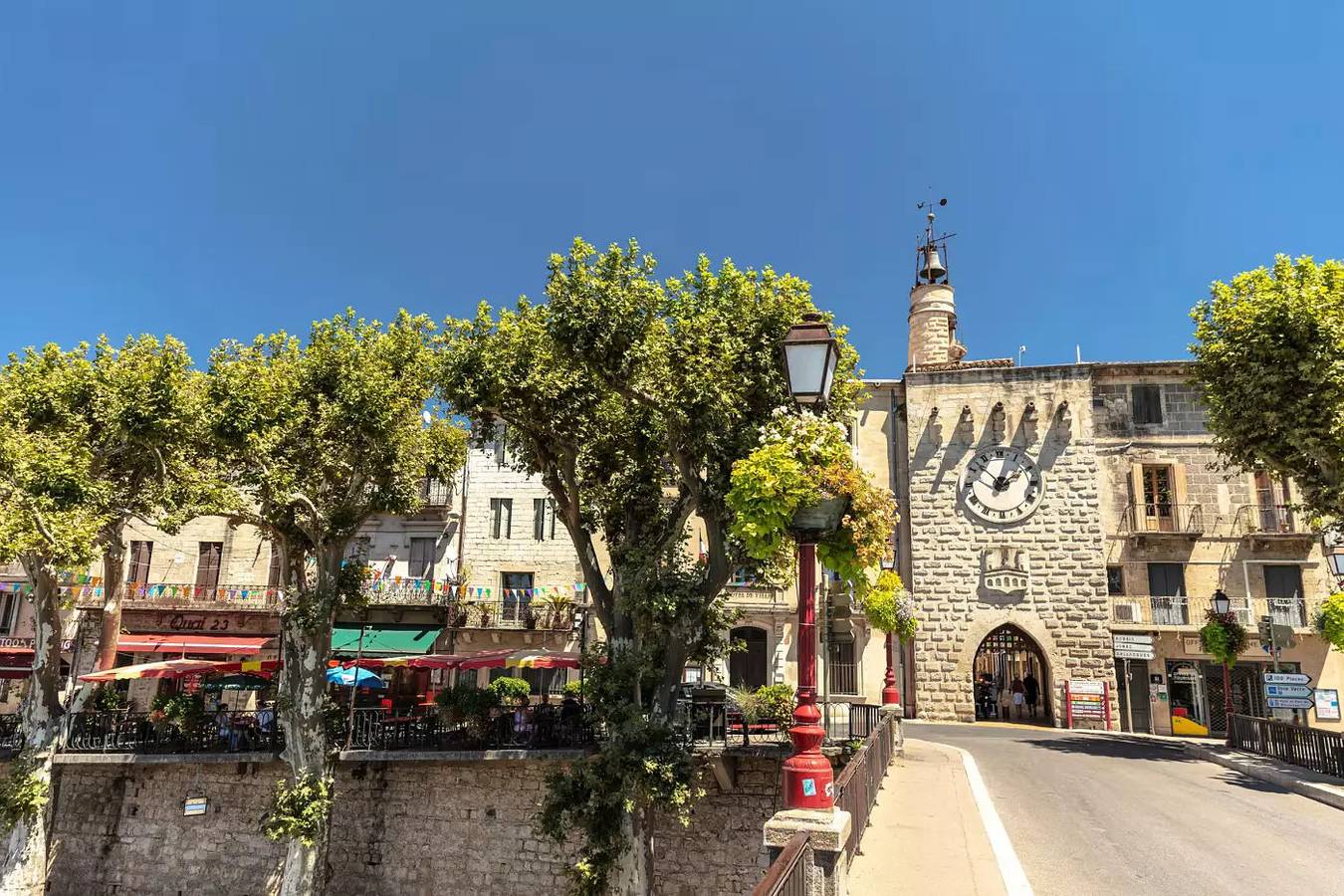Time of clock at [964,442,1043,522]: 1:52
